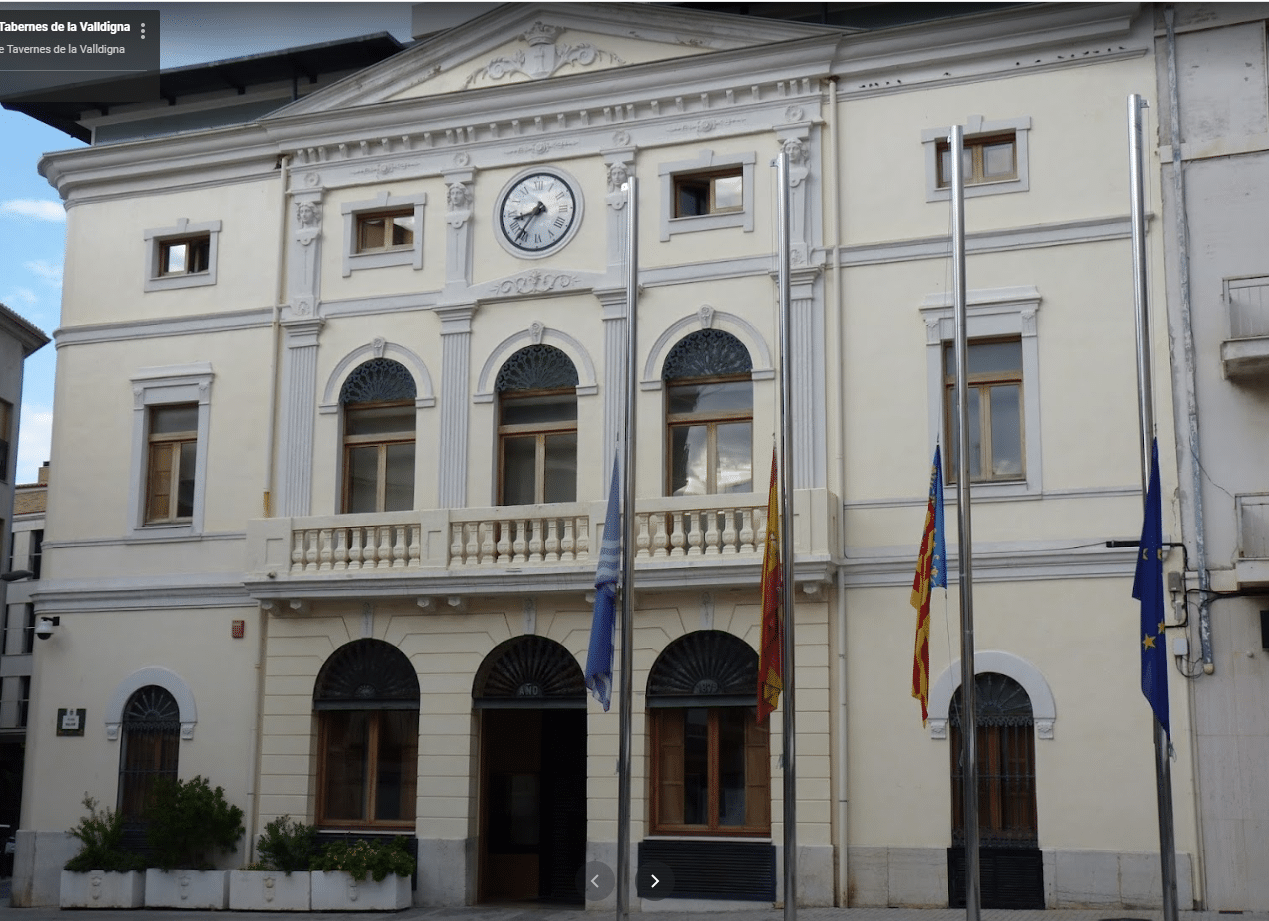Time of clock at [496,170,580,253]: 8:36
